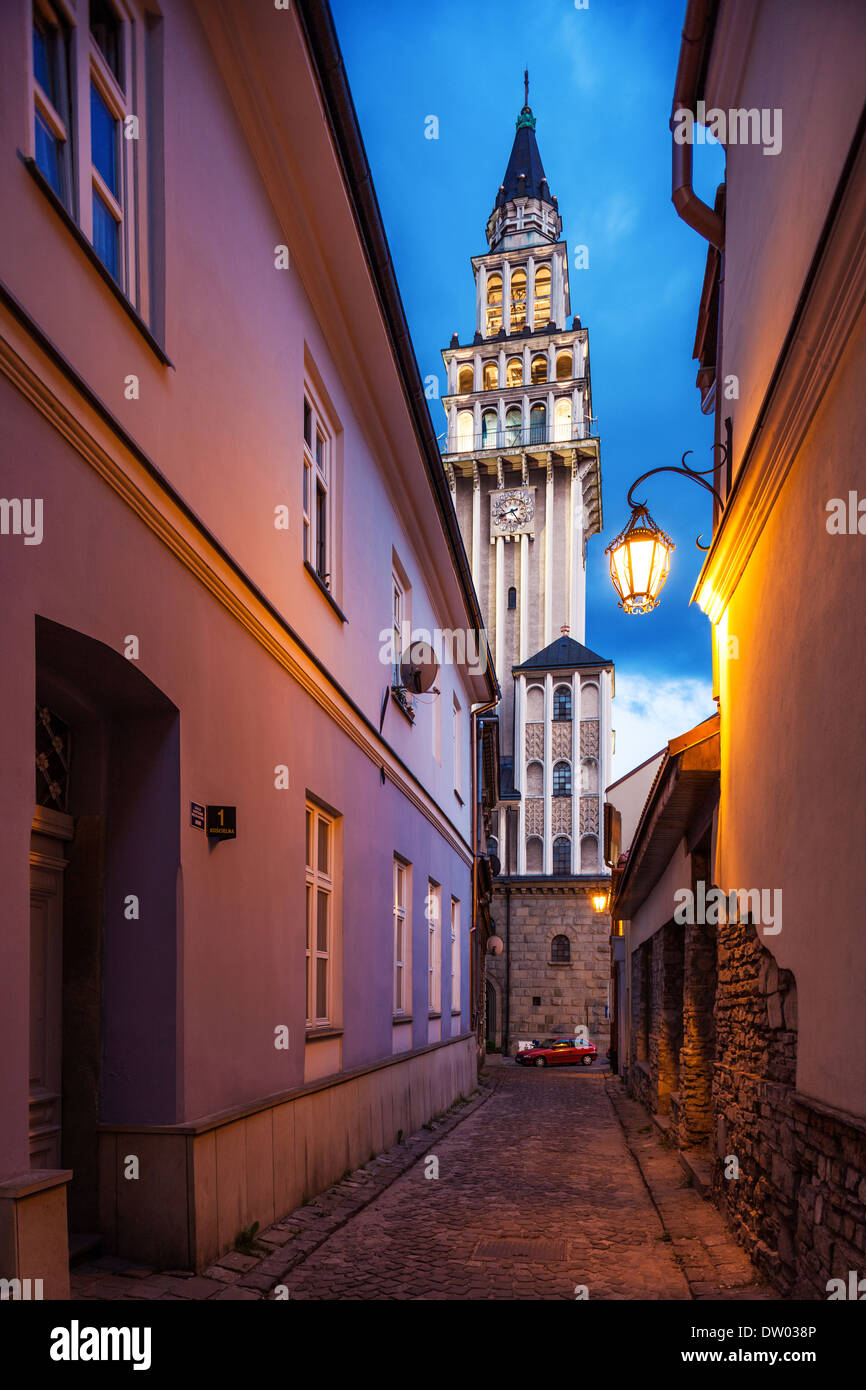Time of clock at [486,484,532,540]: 4:42
